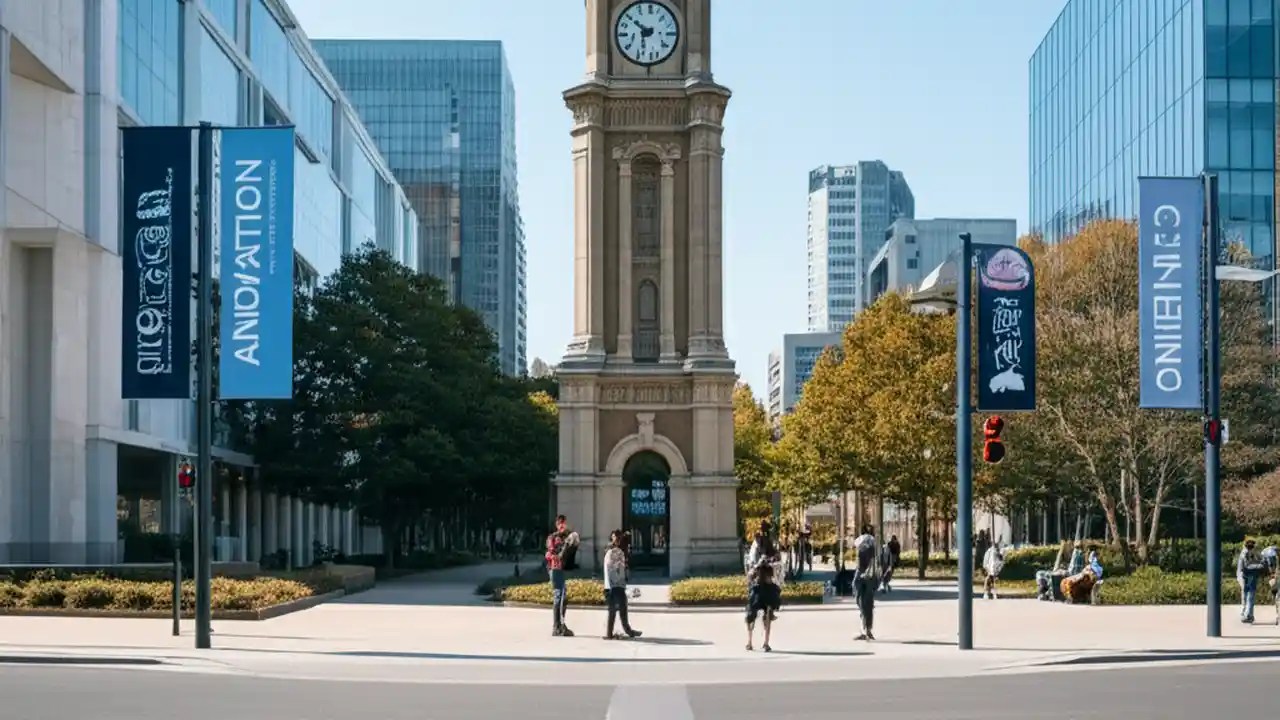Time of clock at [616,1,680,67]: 5:49
